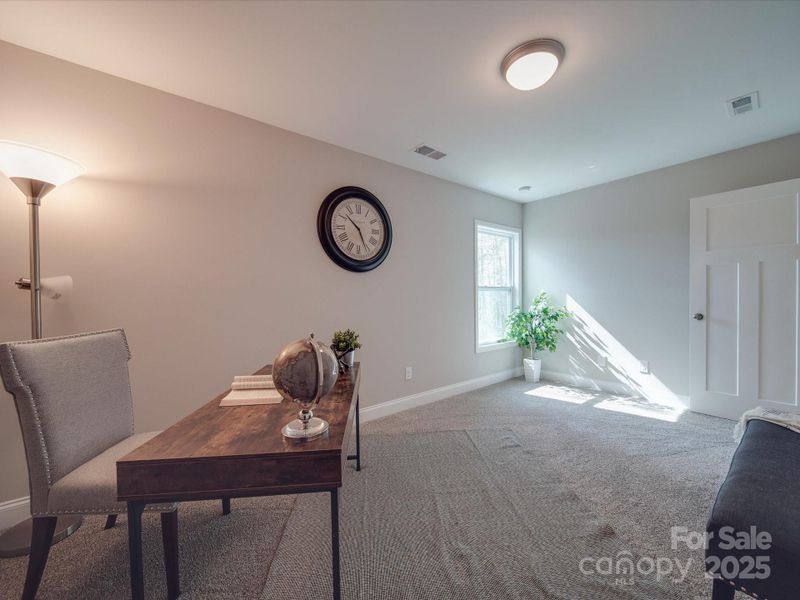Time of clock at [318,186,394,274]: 10:25
